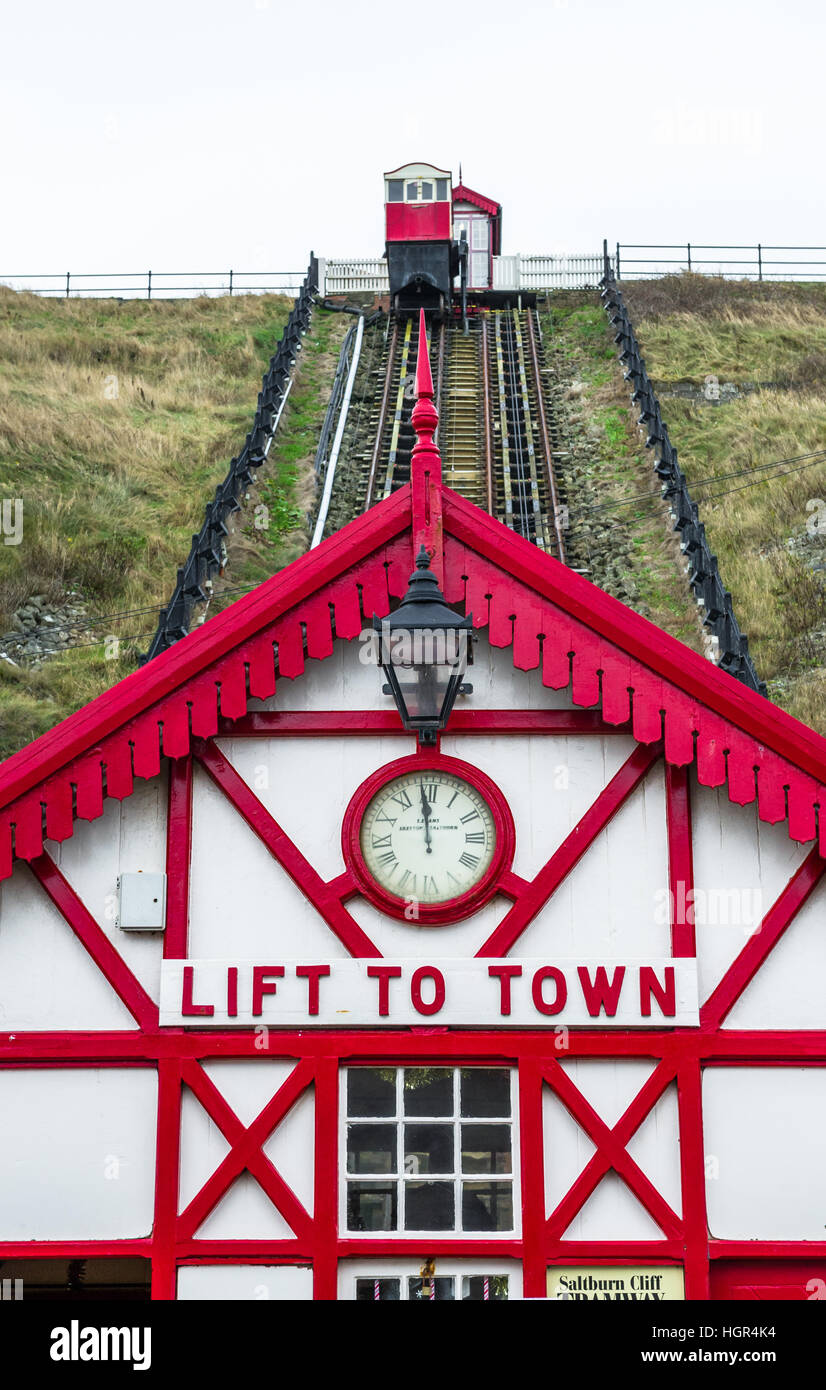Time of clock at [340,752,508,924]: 11:58
